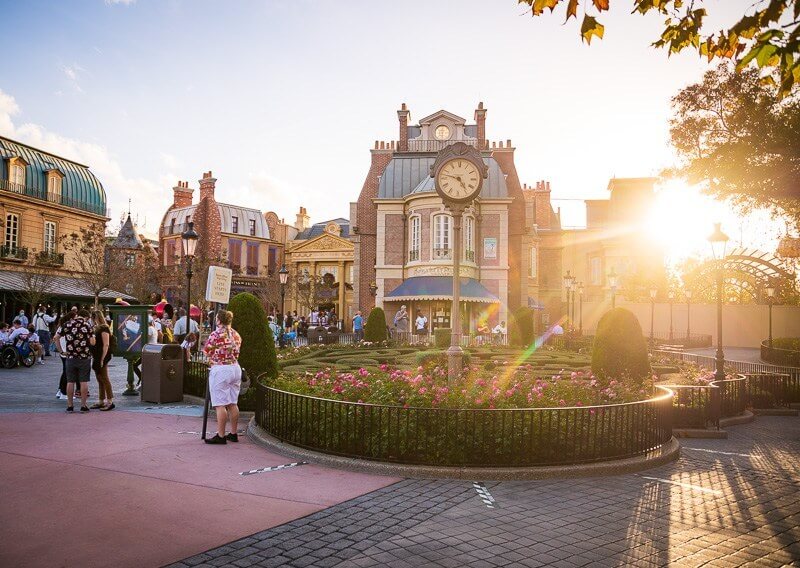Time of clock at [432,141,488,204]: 4:47
